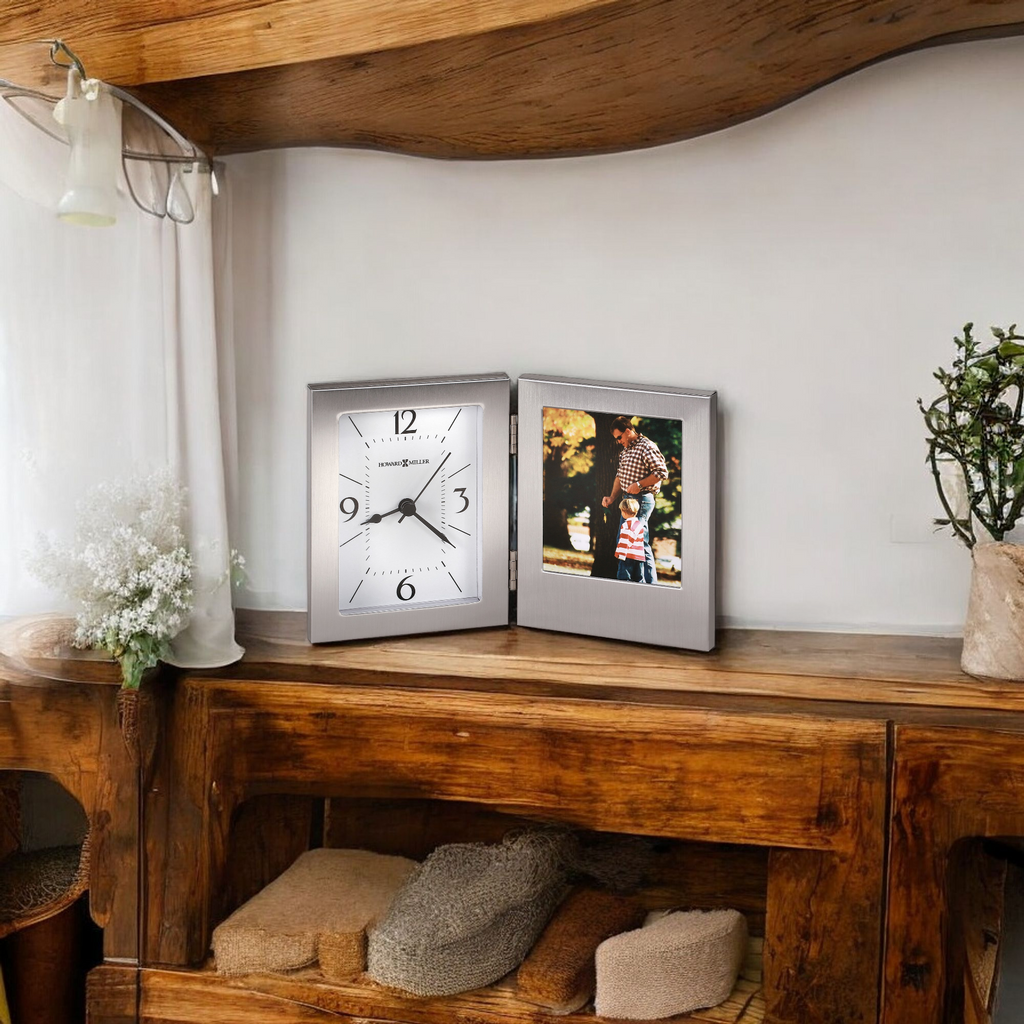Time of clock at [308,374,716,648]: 8:21
